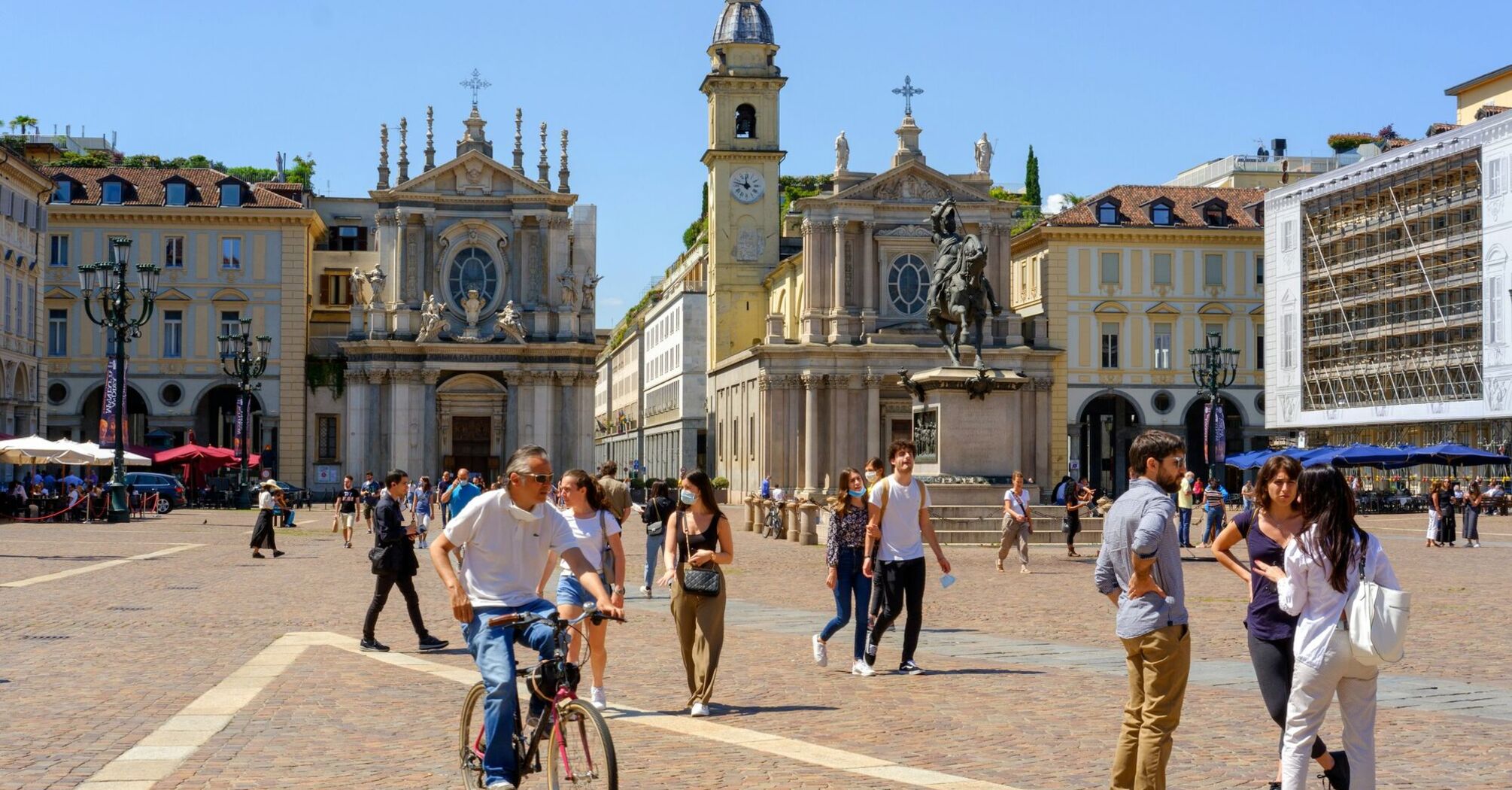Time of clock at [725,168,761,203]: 11:47
